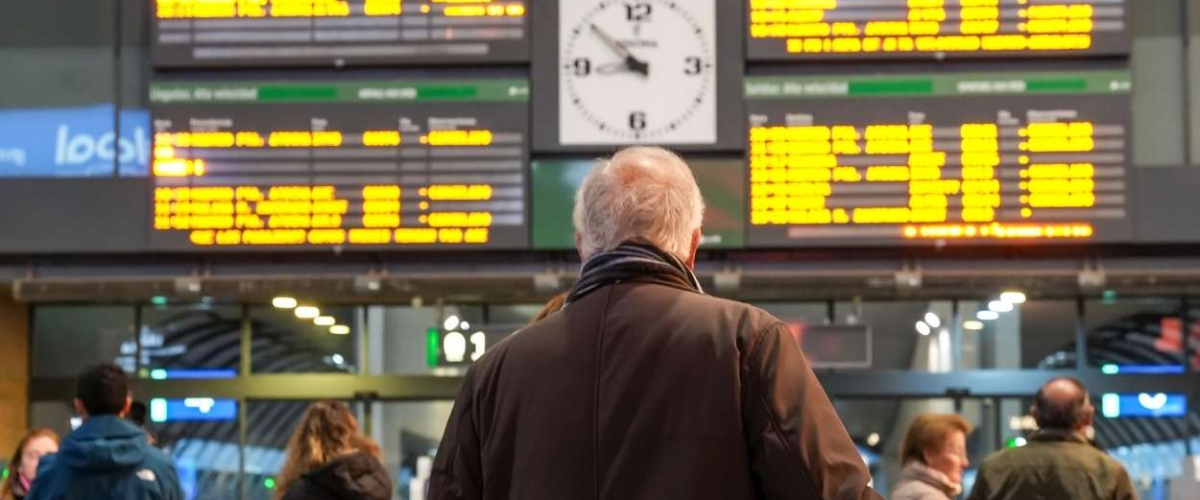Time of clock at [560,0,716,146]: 8:51
